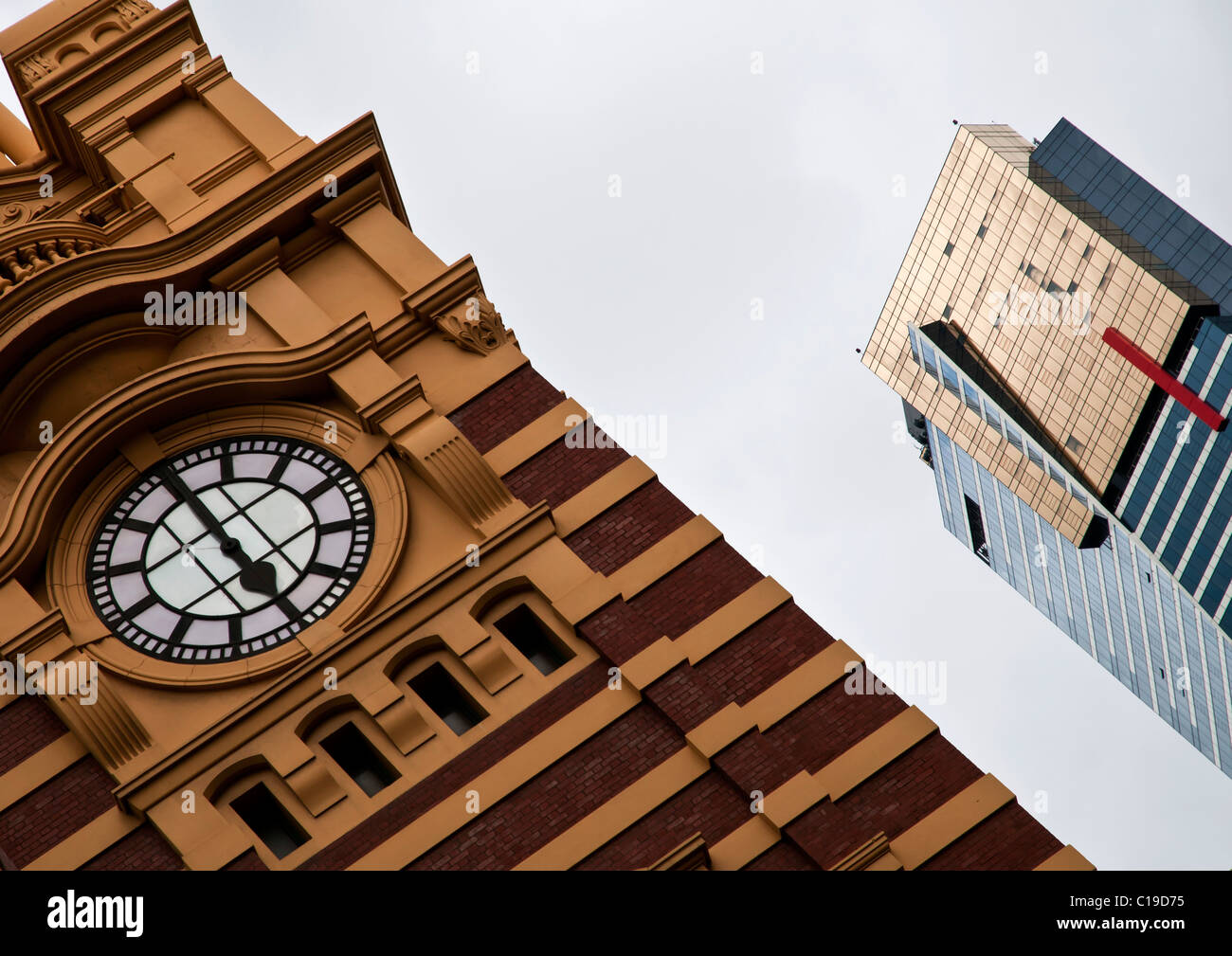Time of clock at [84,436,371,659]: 4:54
